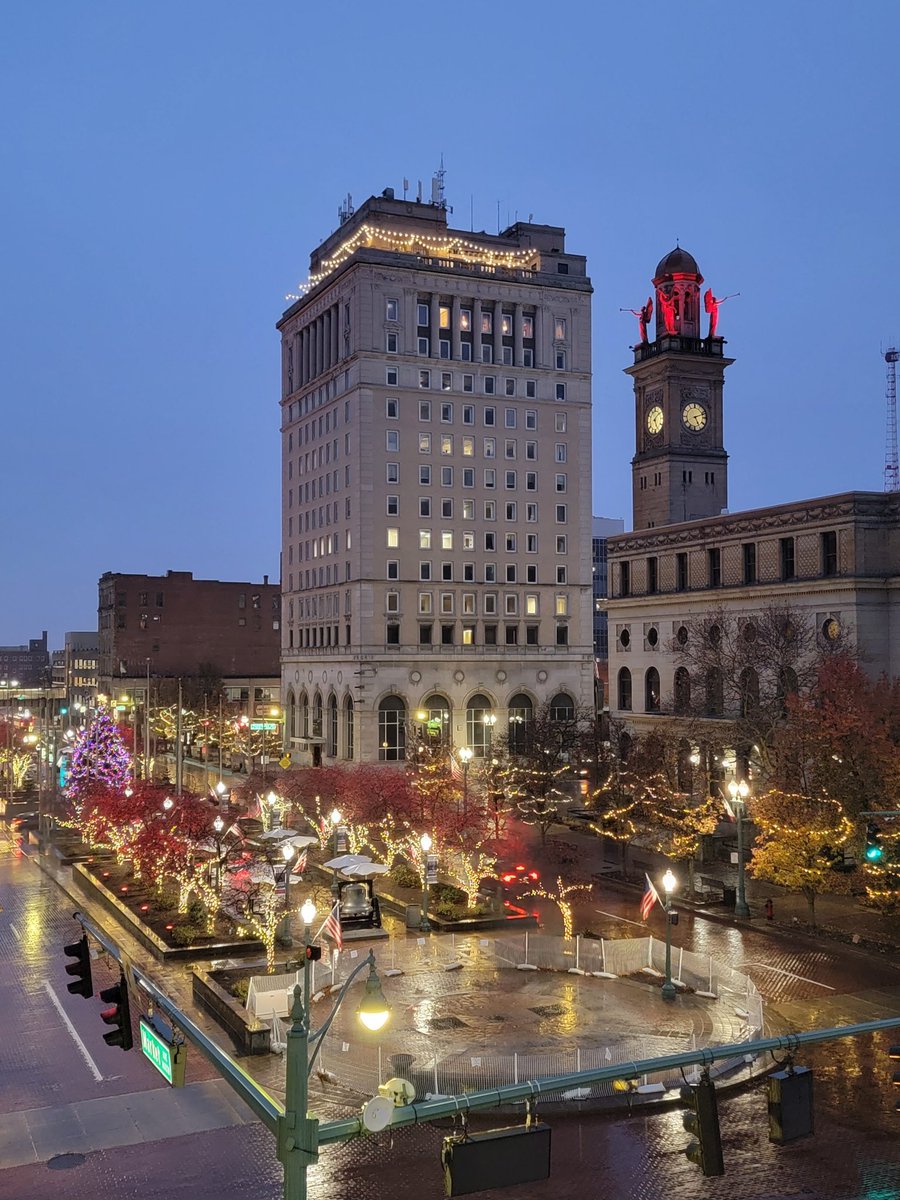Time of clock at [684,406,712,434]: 5:11
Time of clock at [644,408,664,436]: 5:08
